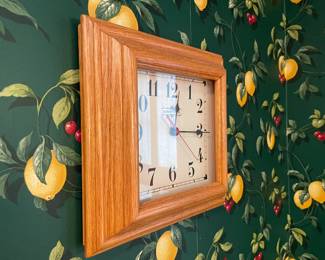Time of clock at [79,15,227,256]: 12:15
